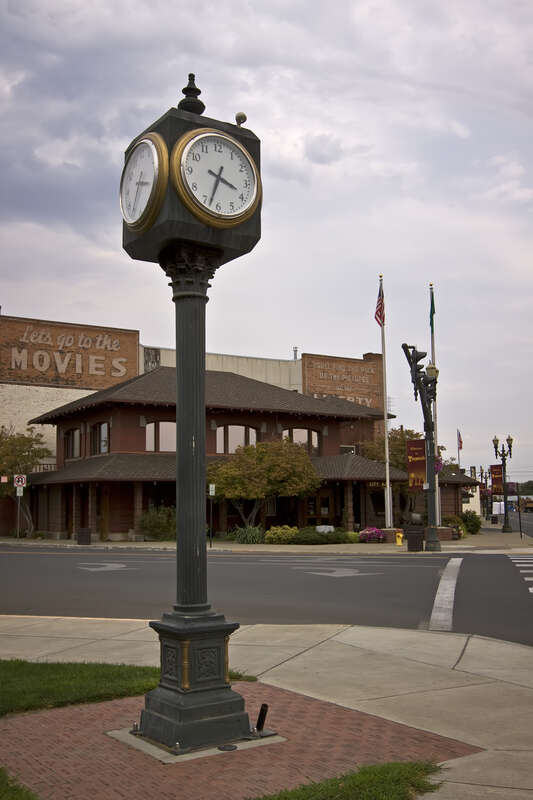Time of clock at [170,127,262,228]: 3:33
